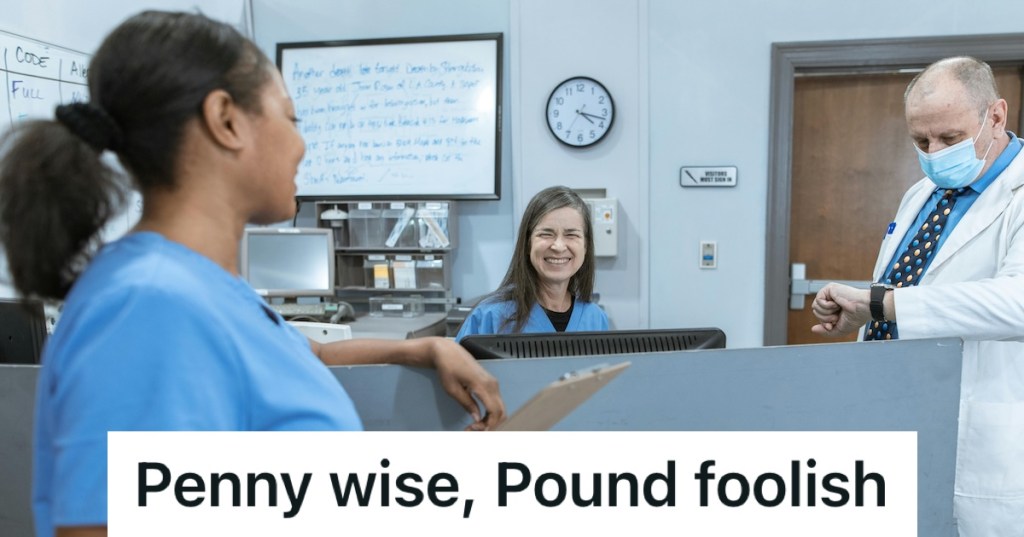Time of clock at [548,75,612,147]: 4:17
